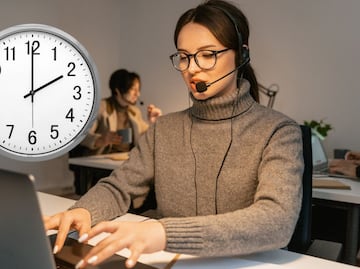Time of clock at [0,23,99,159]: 2:00
